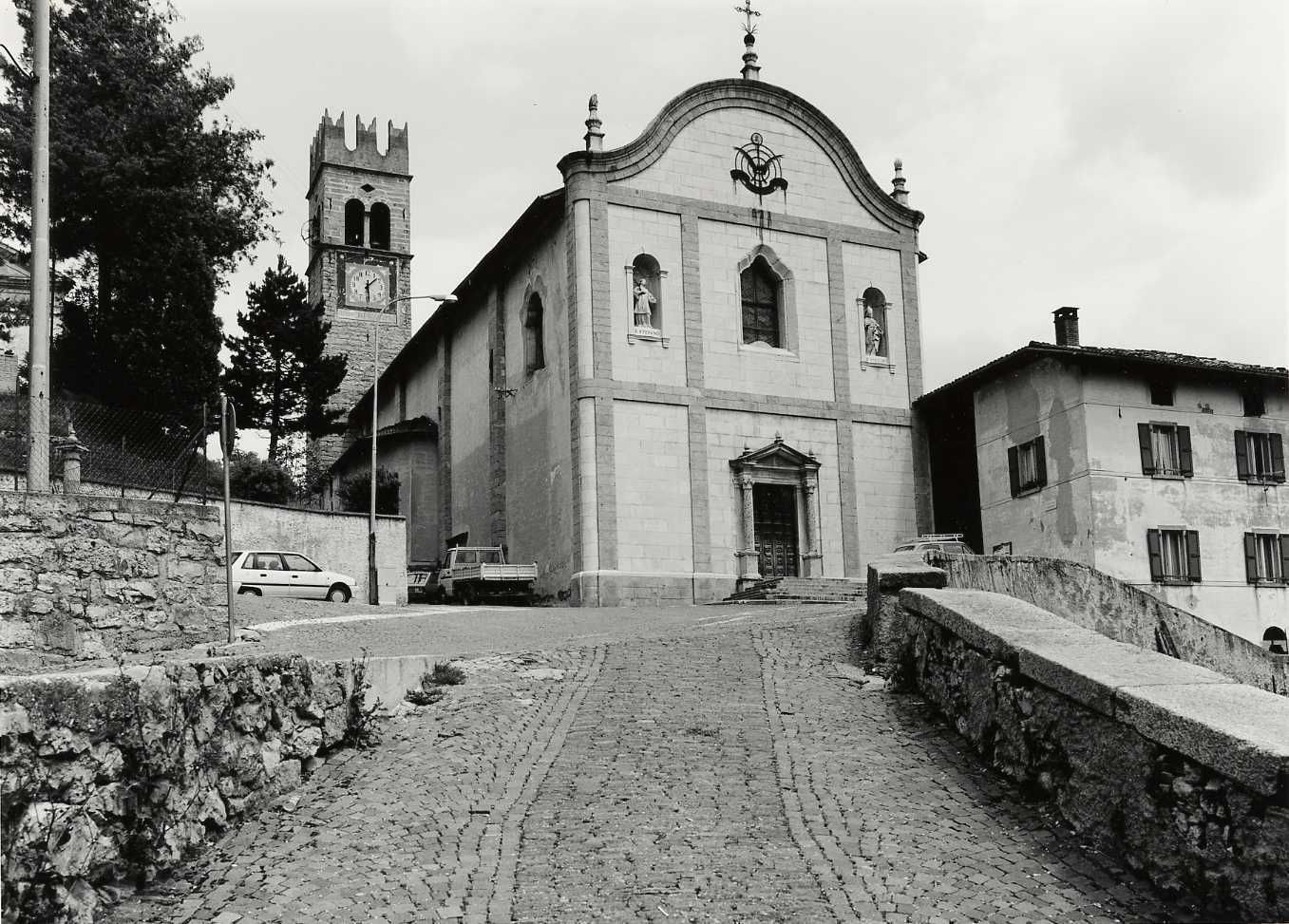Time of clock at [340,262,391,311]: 1:28
